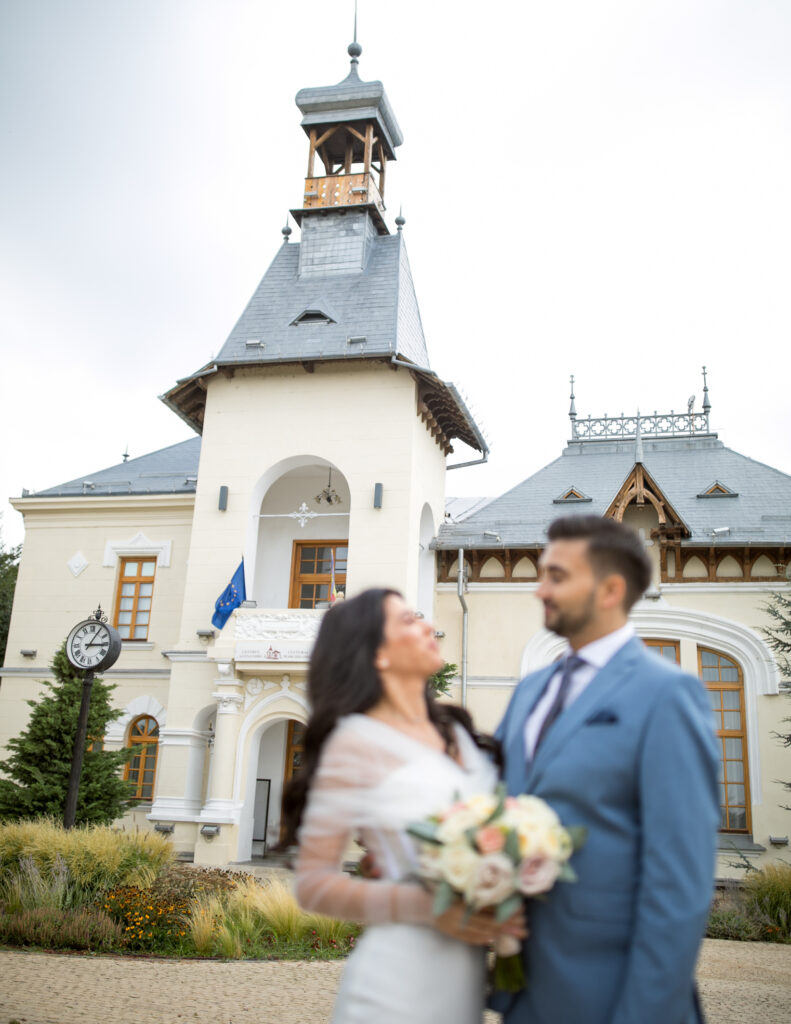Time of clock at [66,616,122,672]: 3:05
